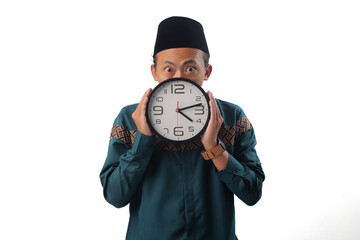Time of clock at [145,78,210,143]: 4:12
